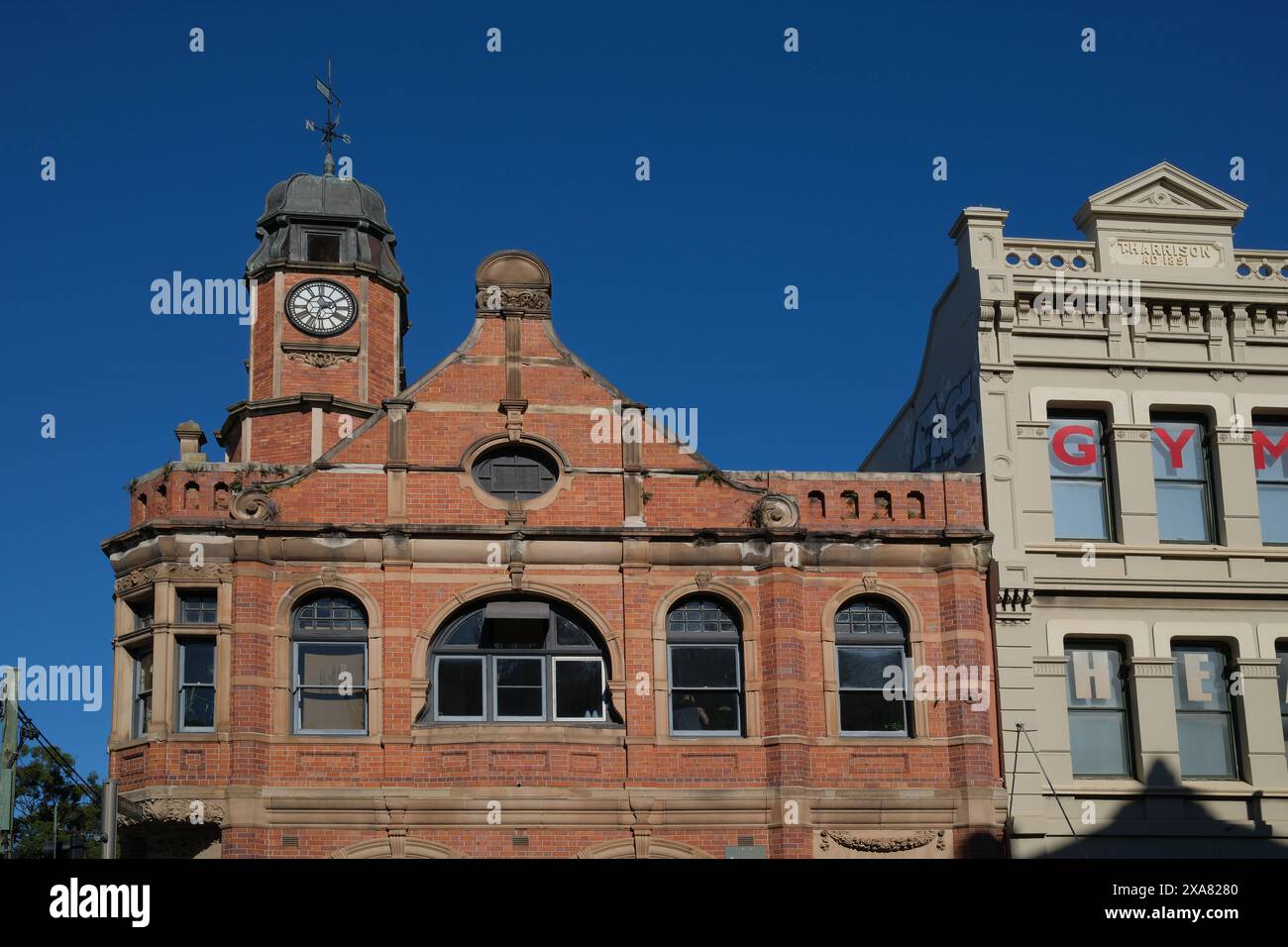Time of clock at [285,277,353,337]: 2:33
